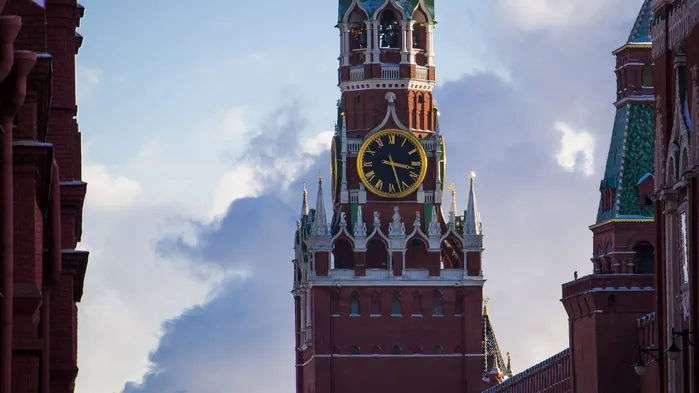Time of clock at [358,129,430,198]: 3:27
